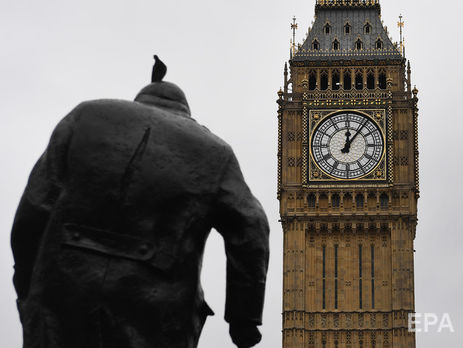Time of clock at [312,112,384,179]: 12:06
